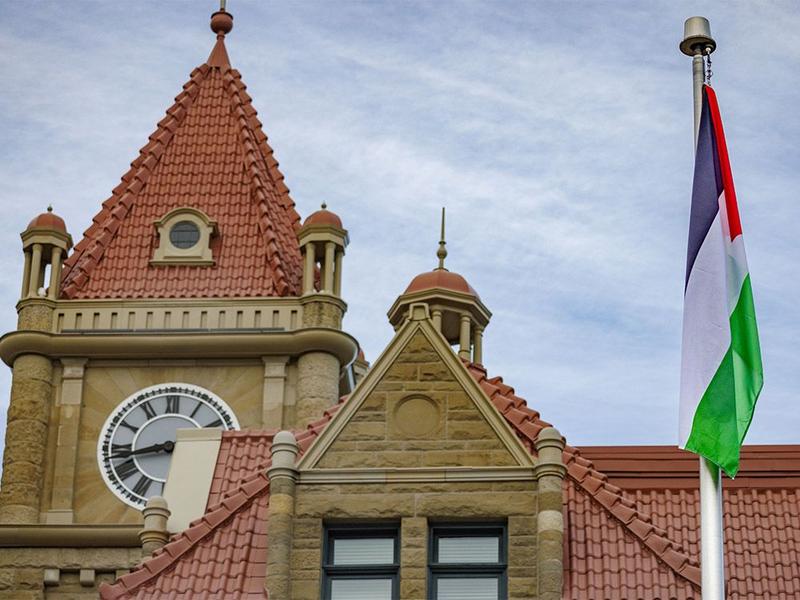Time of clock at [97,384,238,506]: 8:42
